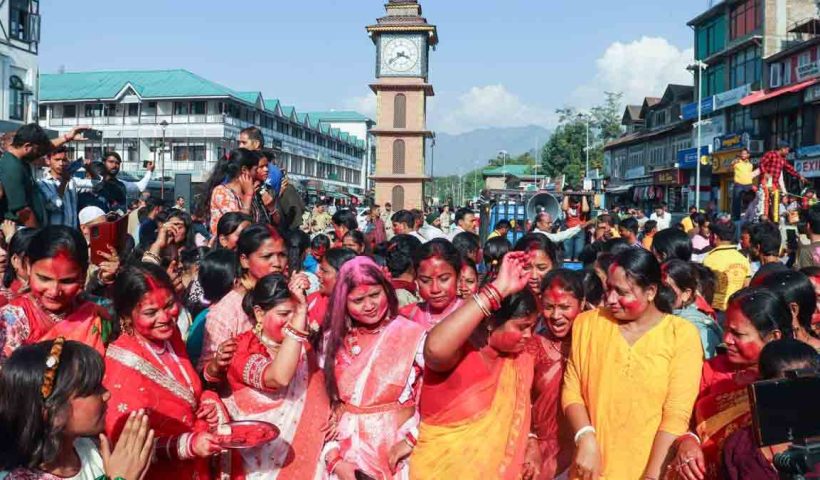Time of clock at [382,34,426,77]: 3:39
